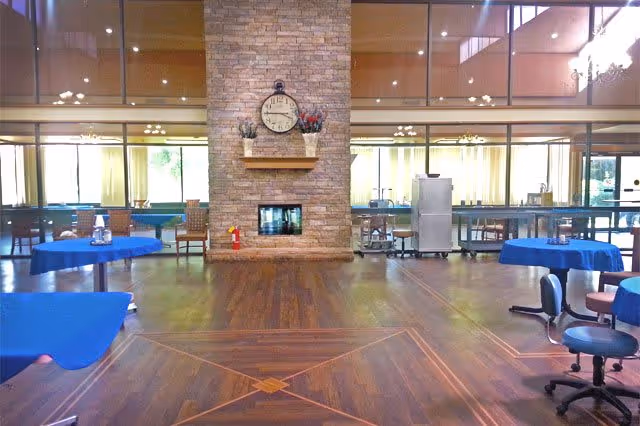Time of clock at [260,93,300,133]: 3:45
